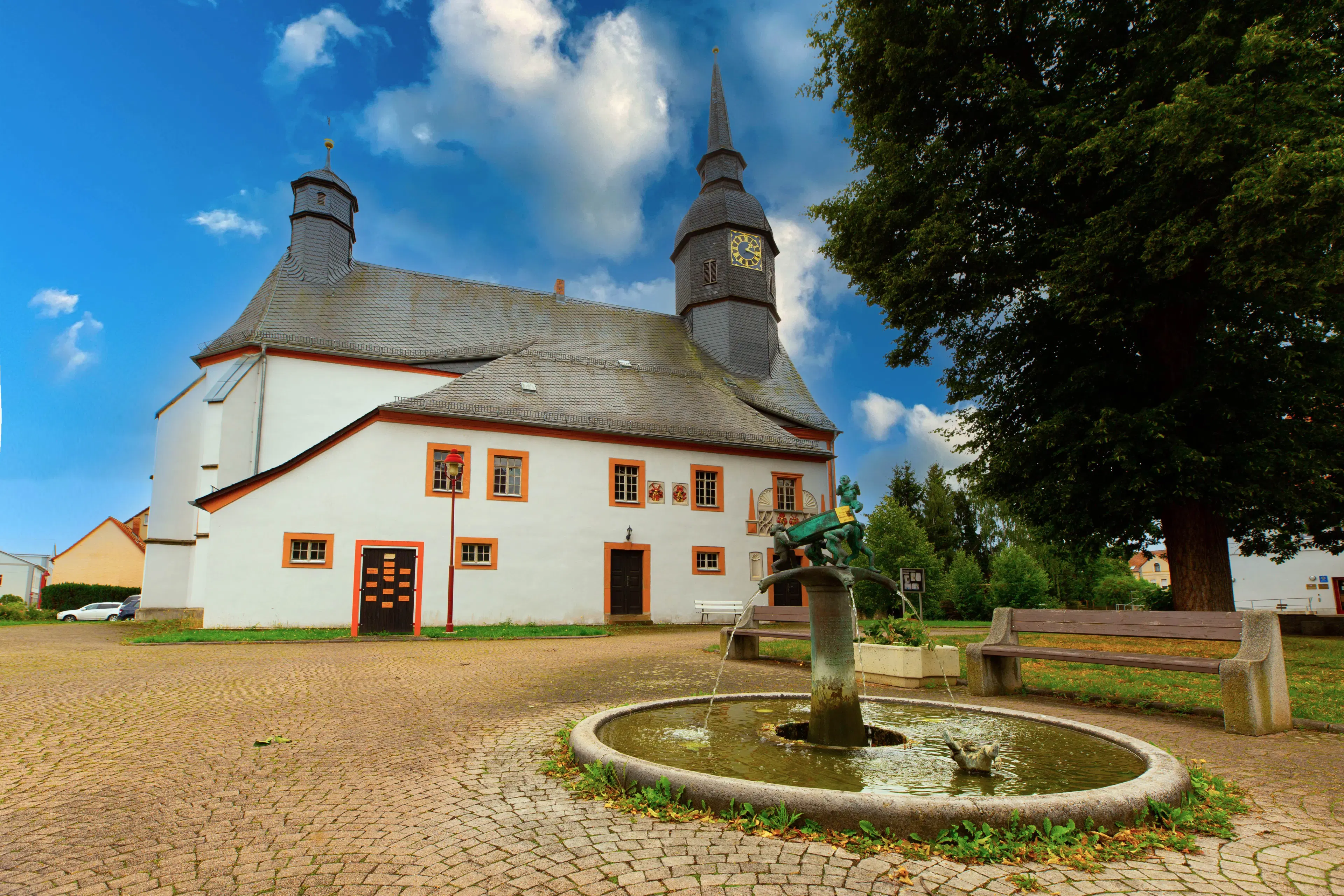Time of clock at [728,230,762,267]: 1:18
